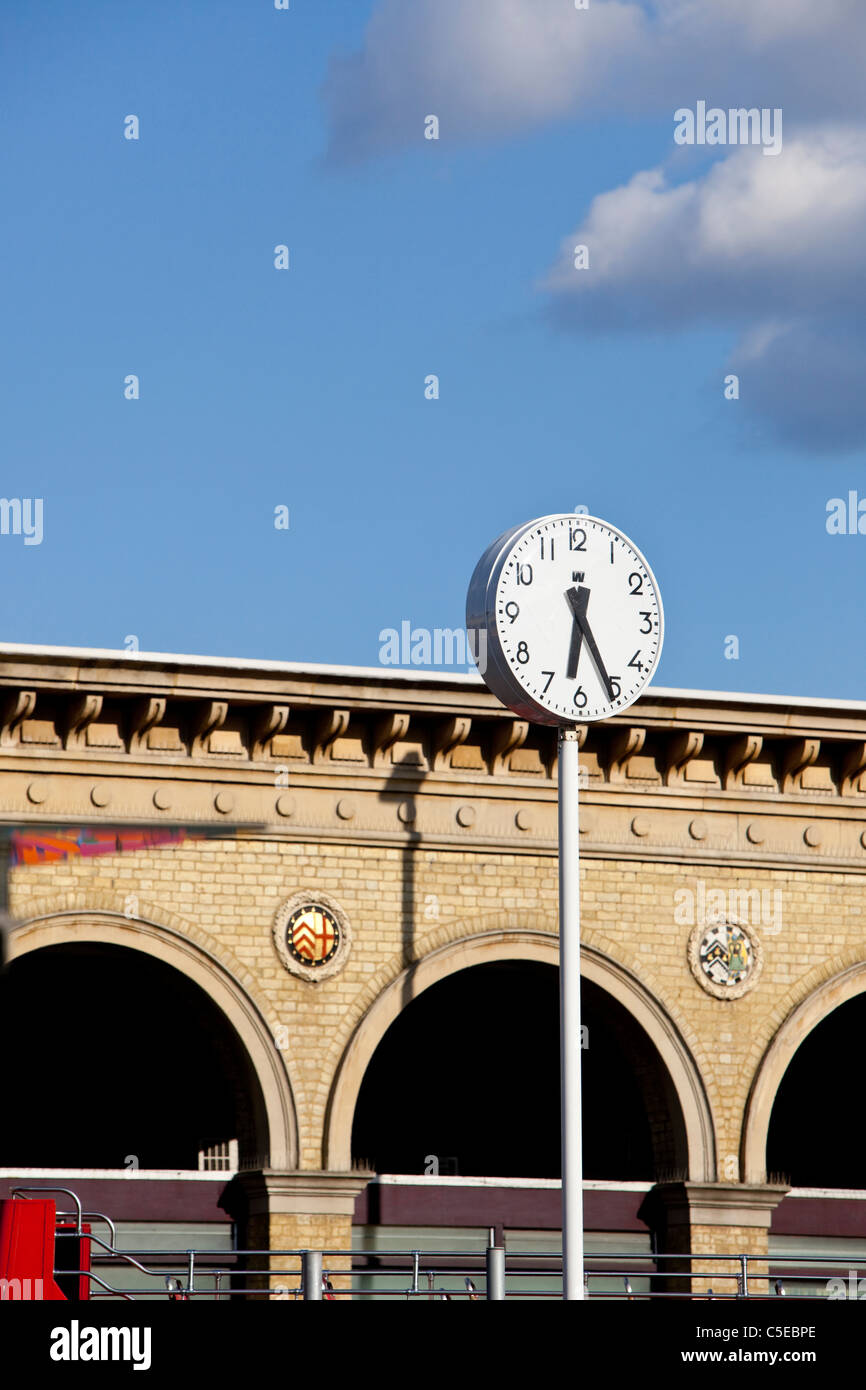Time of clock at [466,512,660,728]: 6:25
